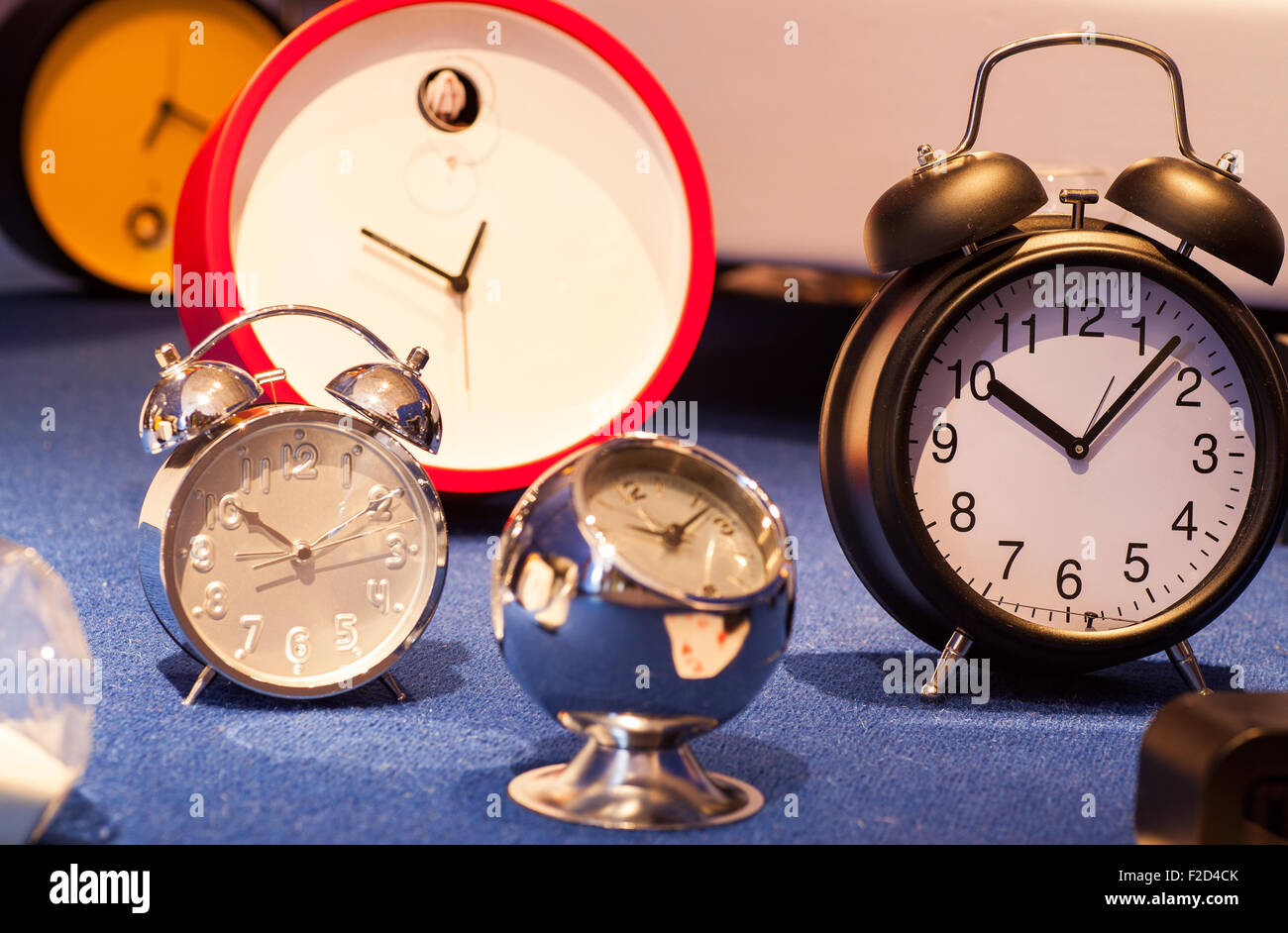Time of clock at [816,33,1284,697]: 10:07
